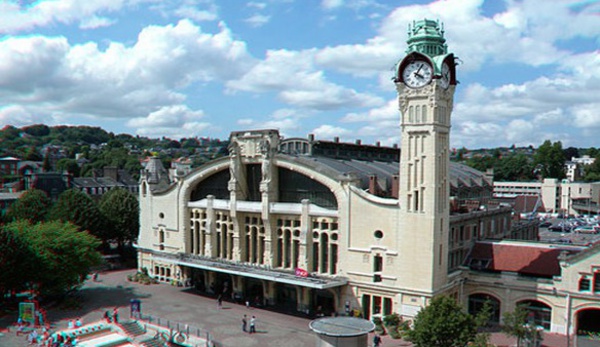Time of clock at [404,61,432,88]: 4:04
